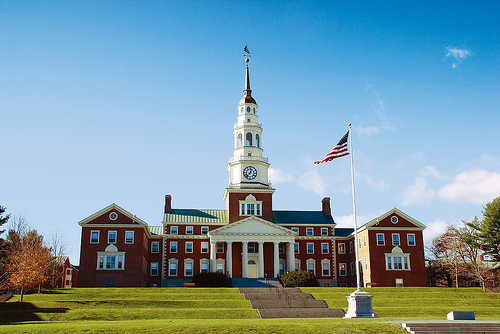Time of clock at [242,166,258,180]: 12:37
